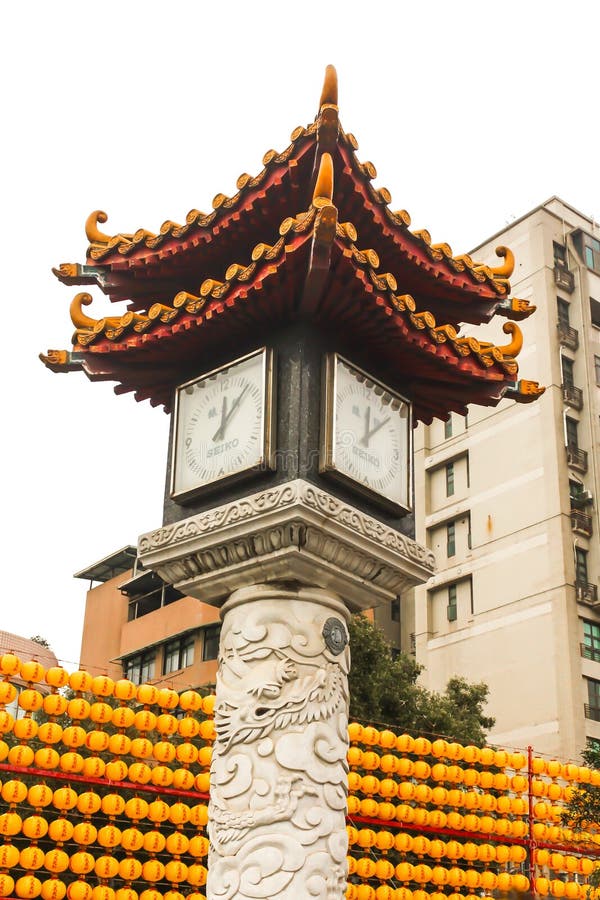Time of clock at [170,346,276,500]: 12:07
